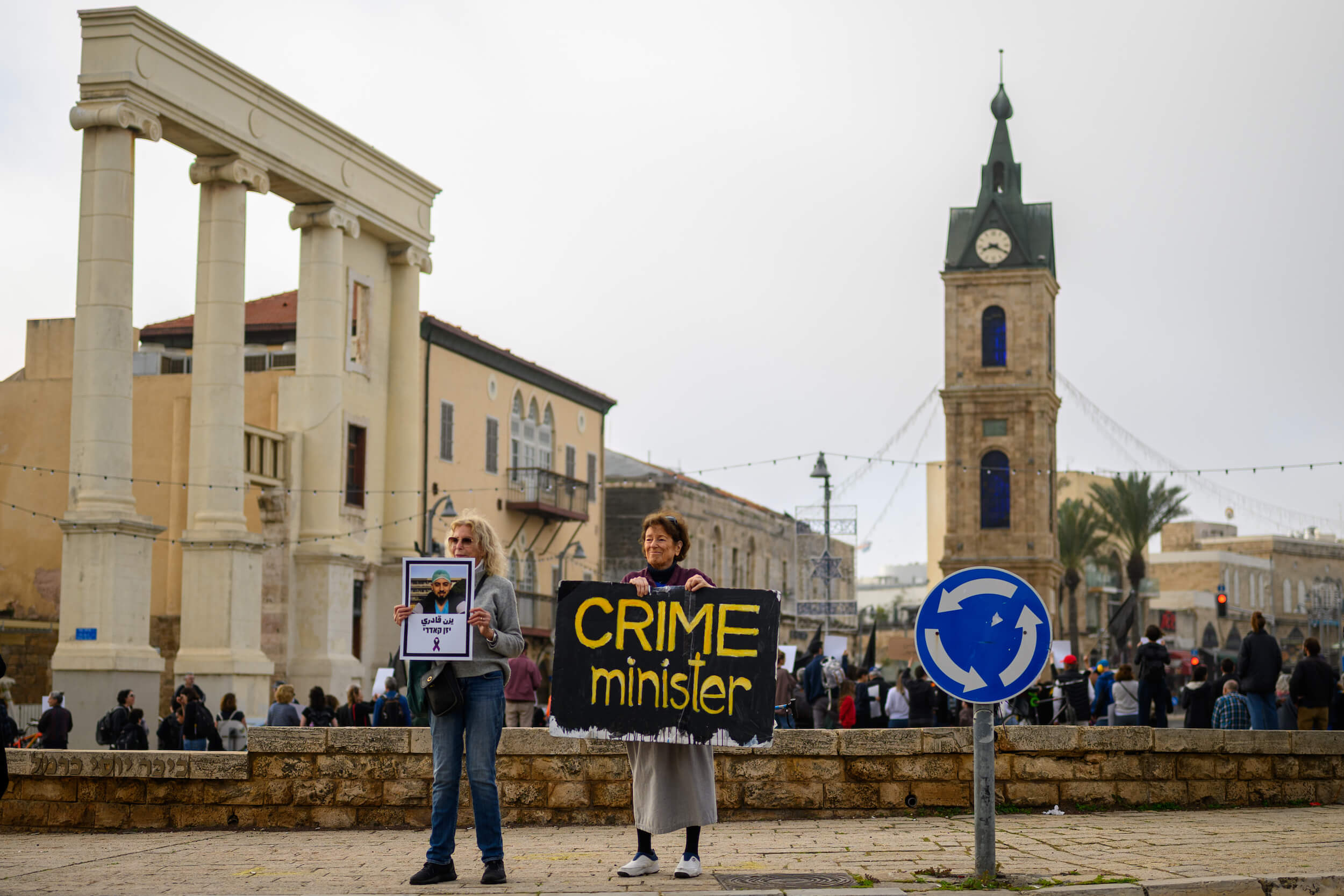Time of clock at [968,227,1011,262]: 8:19
